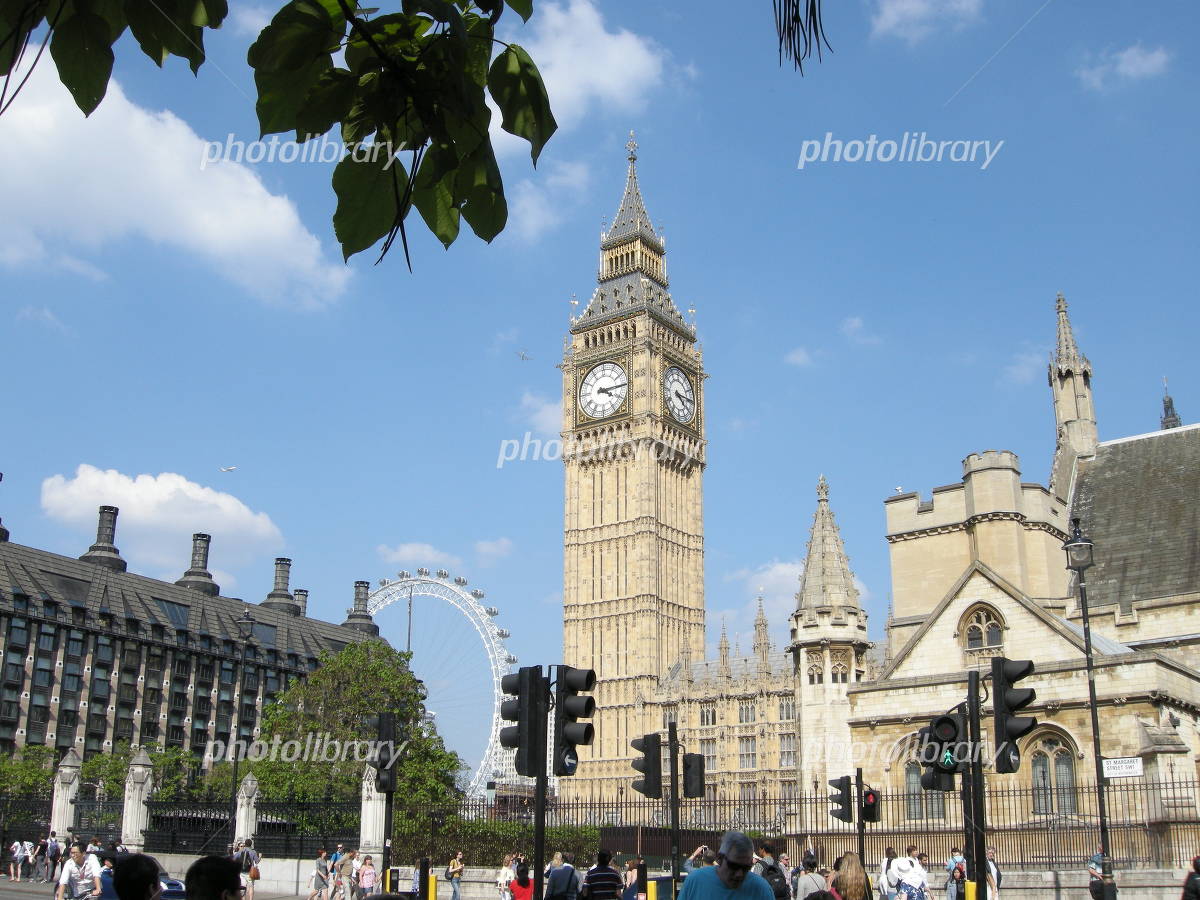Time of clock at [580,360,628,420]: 4:14
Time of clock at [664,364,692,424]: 4:14
